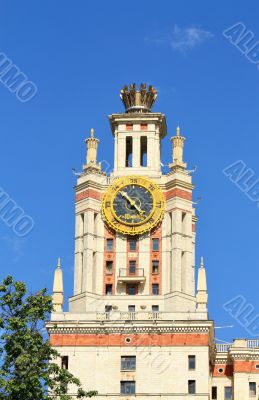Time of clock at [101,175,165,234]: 10:22
